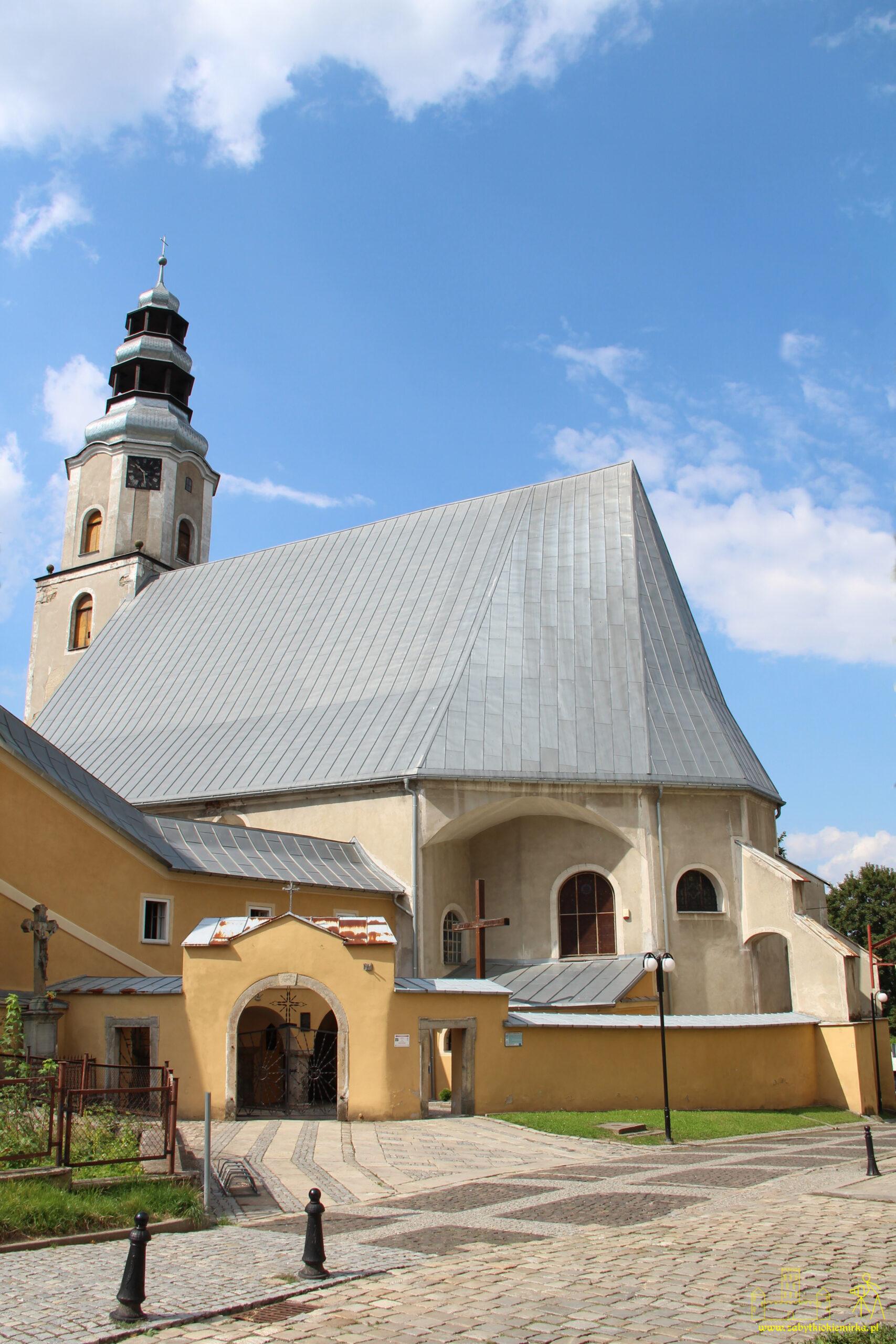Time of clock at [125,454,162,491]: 10:28
